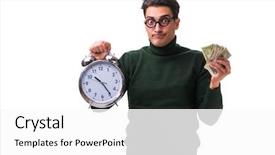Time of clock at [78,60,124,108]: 10:24
